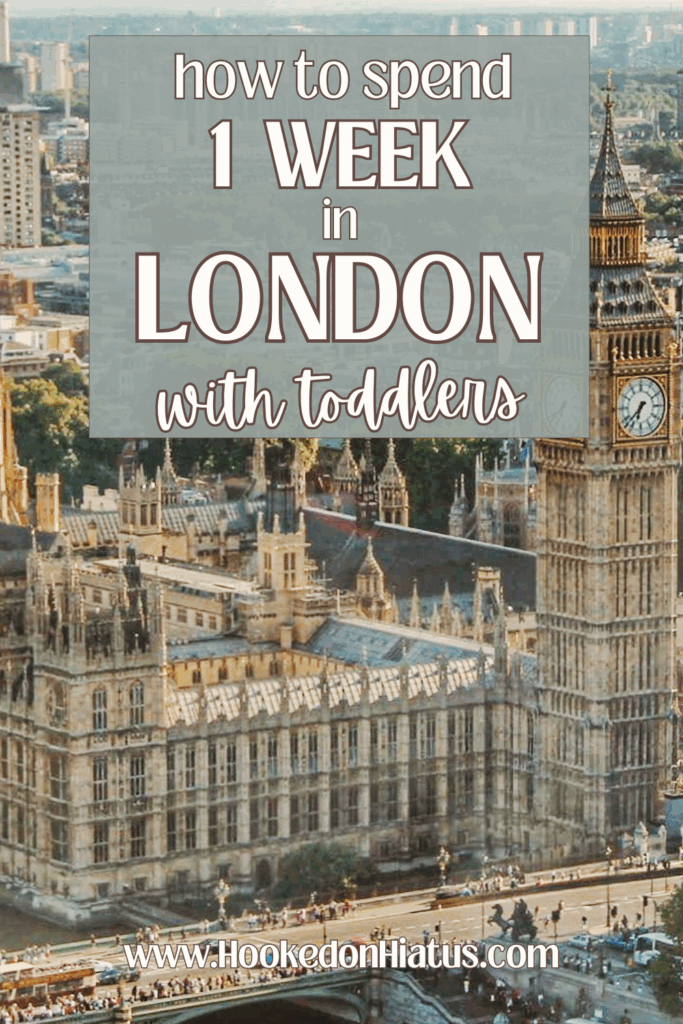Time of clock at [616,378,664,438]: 6:37
